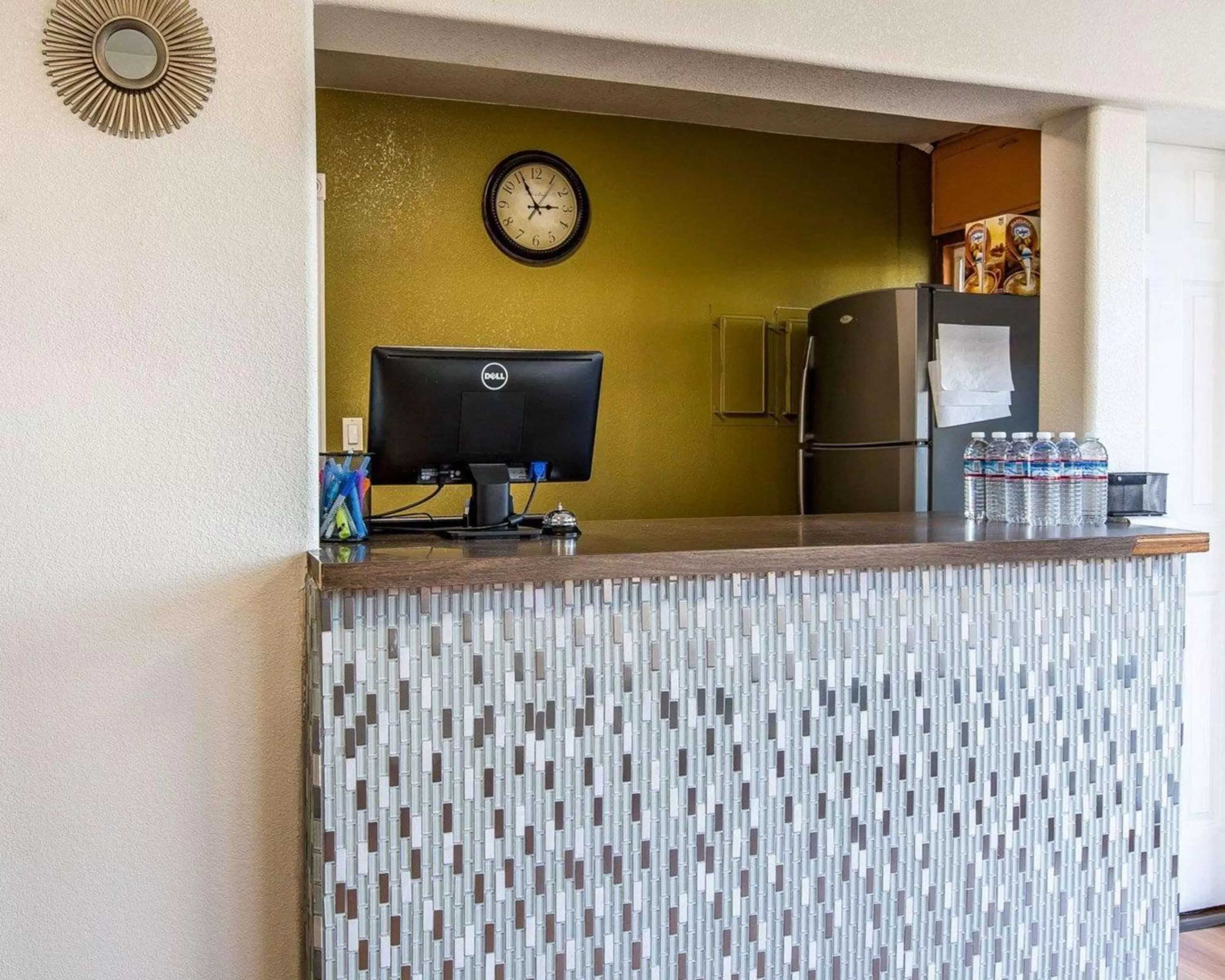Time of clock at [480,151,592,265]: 2:55
